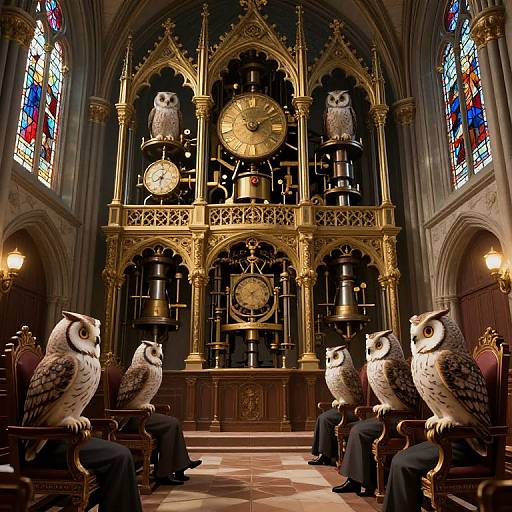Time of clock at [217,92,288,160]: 11:08
